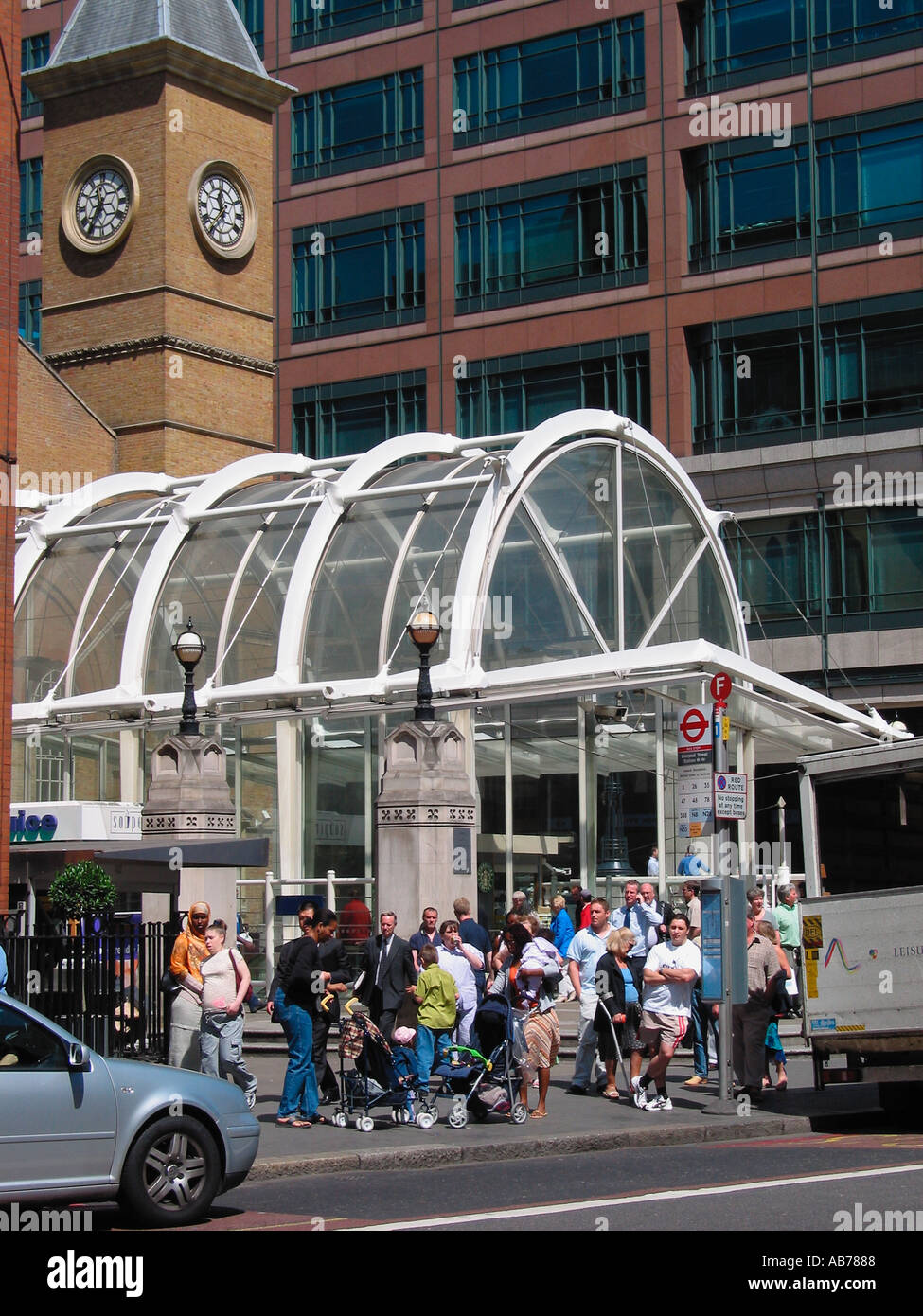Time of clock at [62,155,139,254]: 11:35
